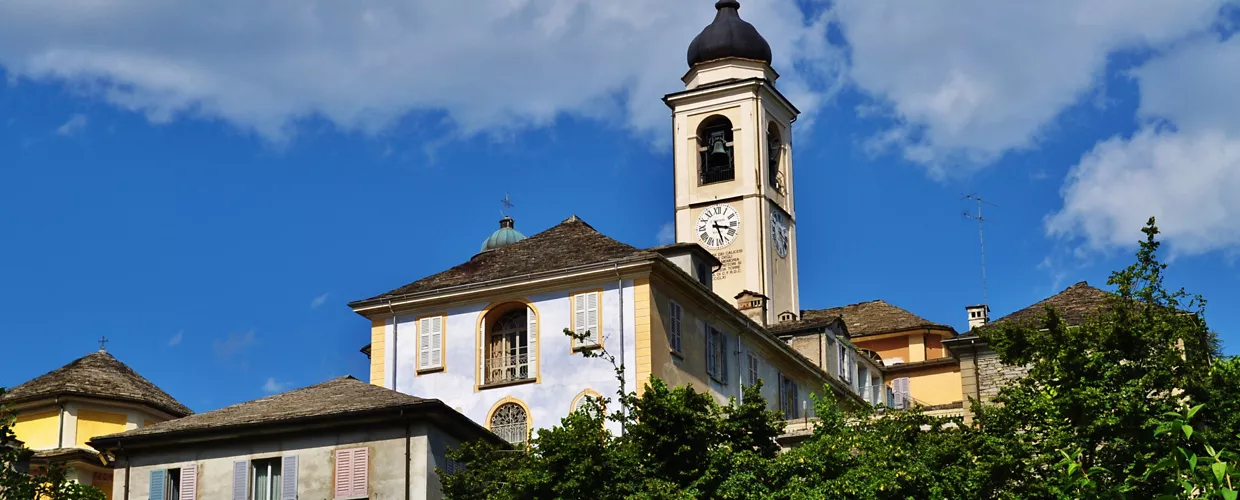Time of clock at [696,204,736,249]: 3:27
